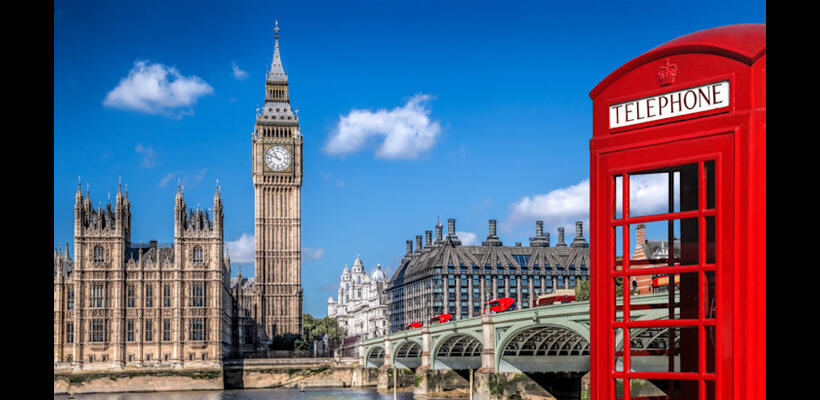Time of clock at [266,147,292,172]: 10:48
